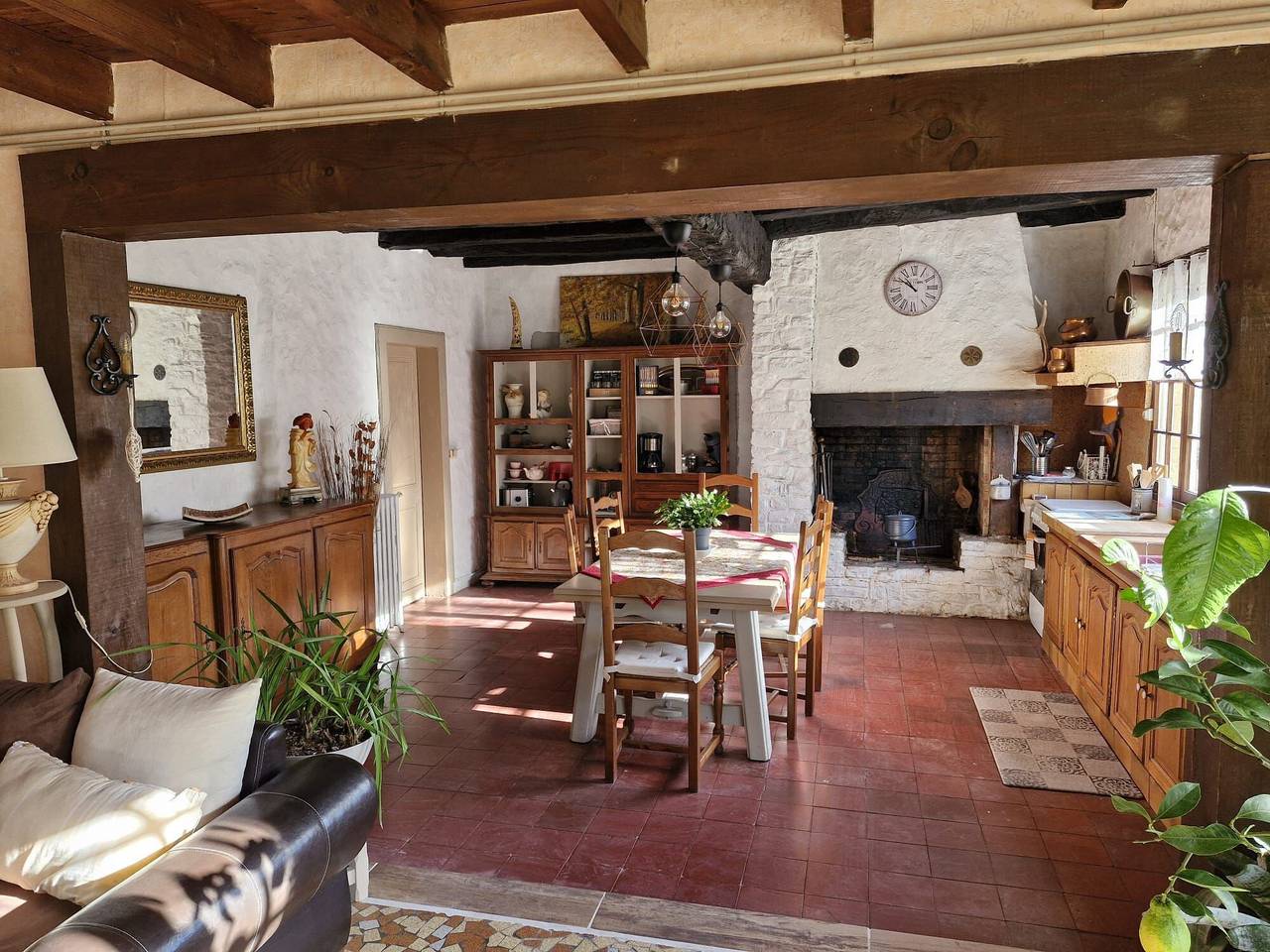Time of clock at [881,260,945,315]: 10:51
